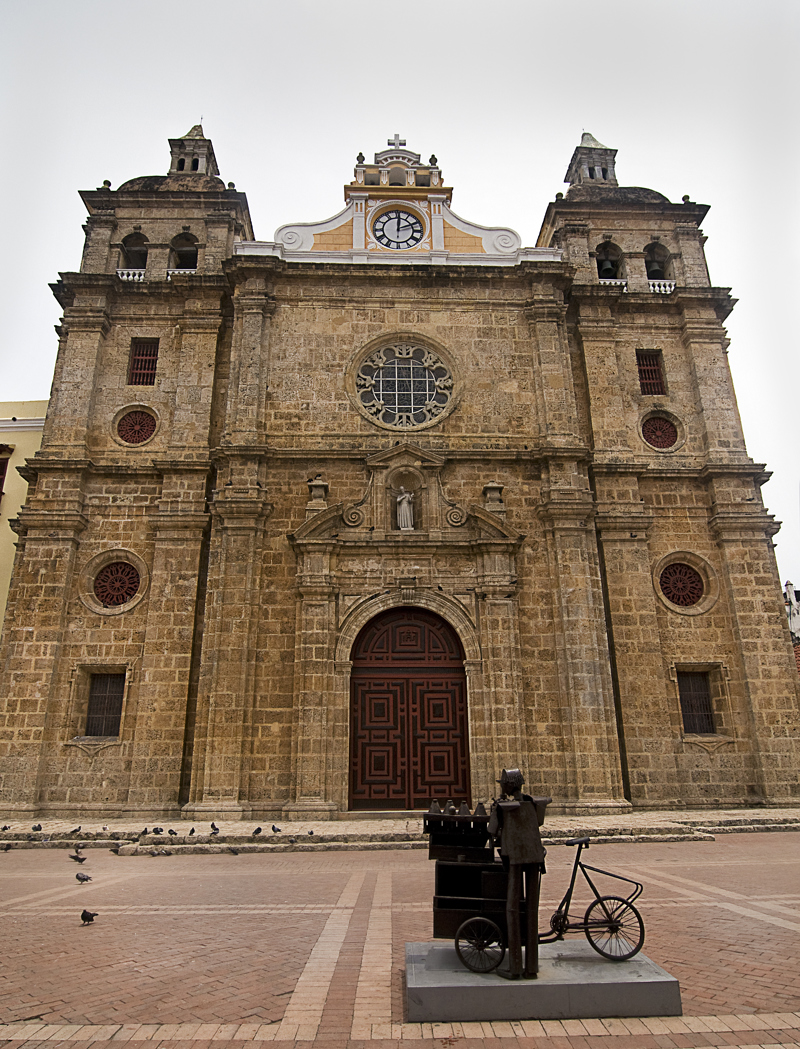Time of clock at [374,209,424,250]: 2:00
